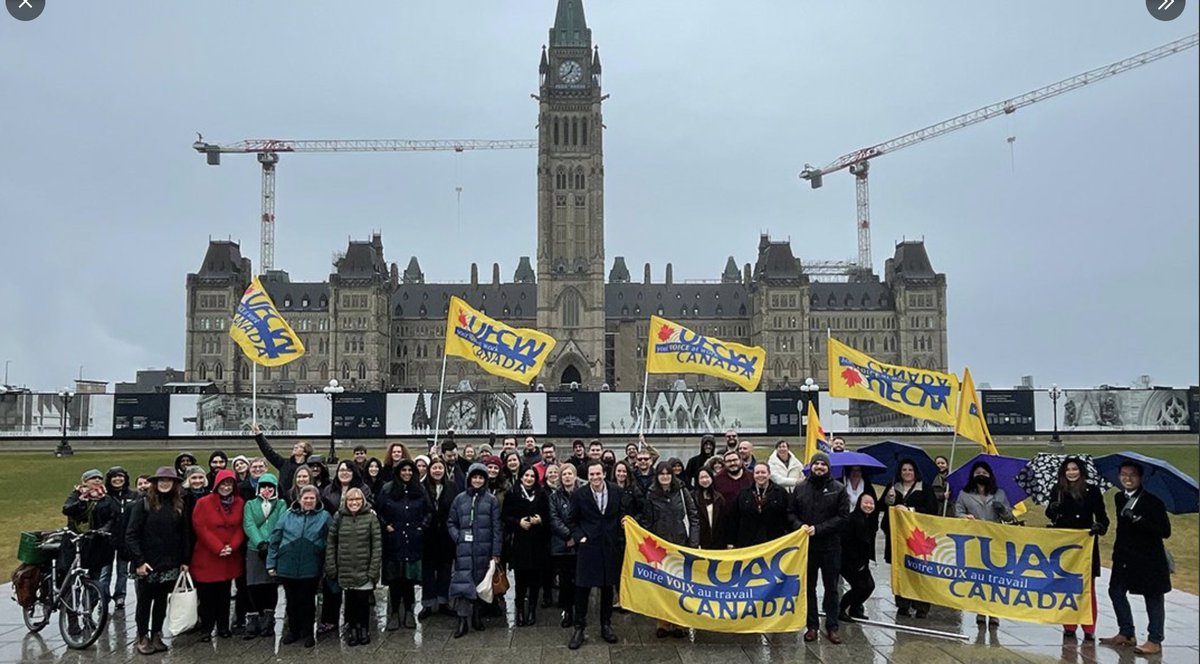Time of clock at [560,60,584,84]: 12:38
